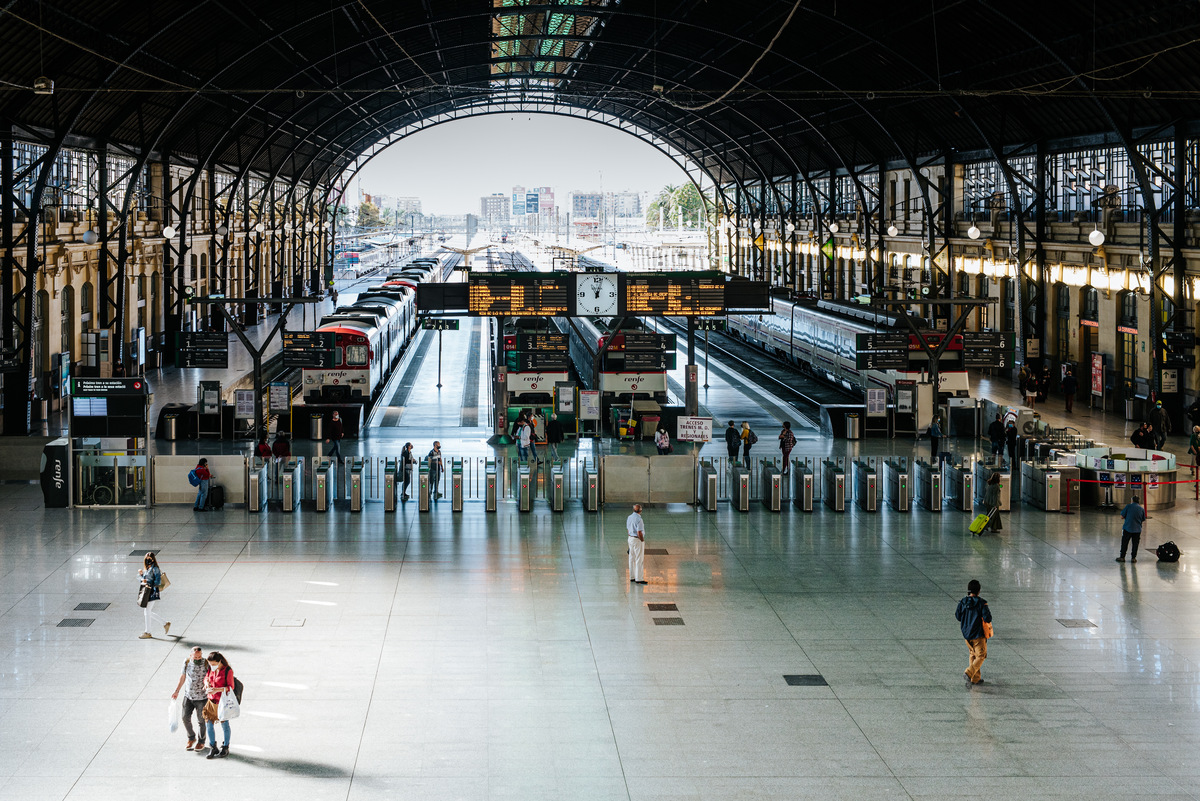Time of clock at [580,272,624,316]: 11:02
